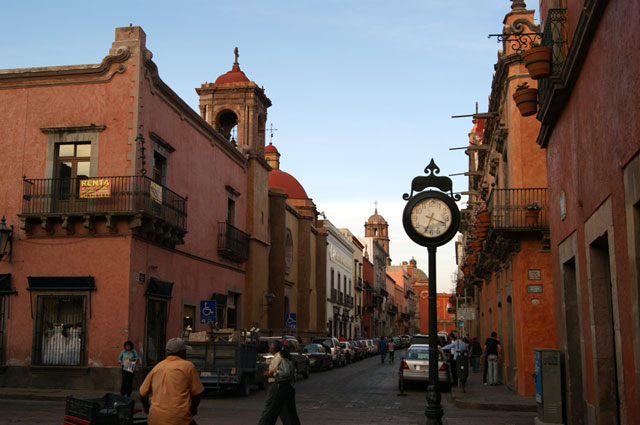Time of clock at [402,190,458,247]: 3:33
